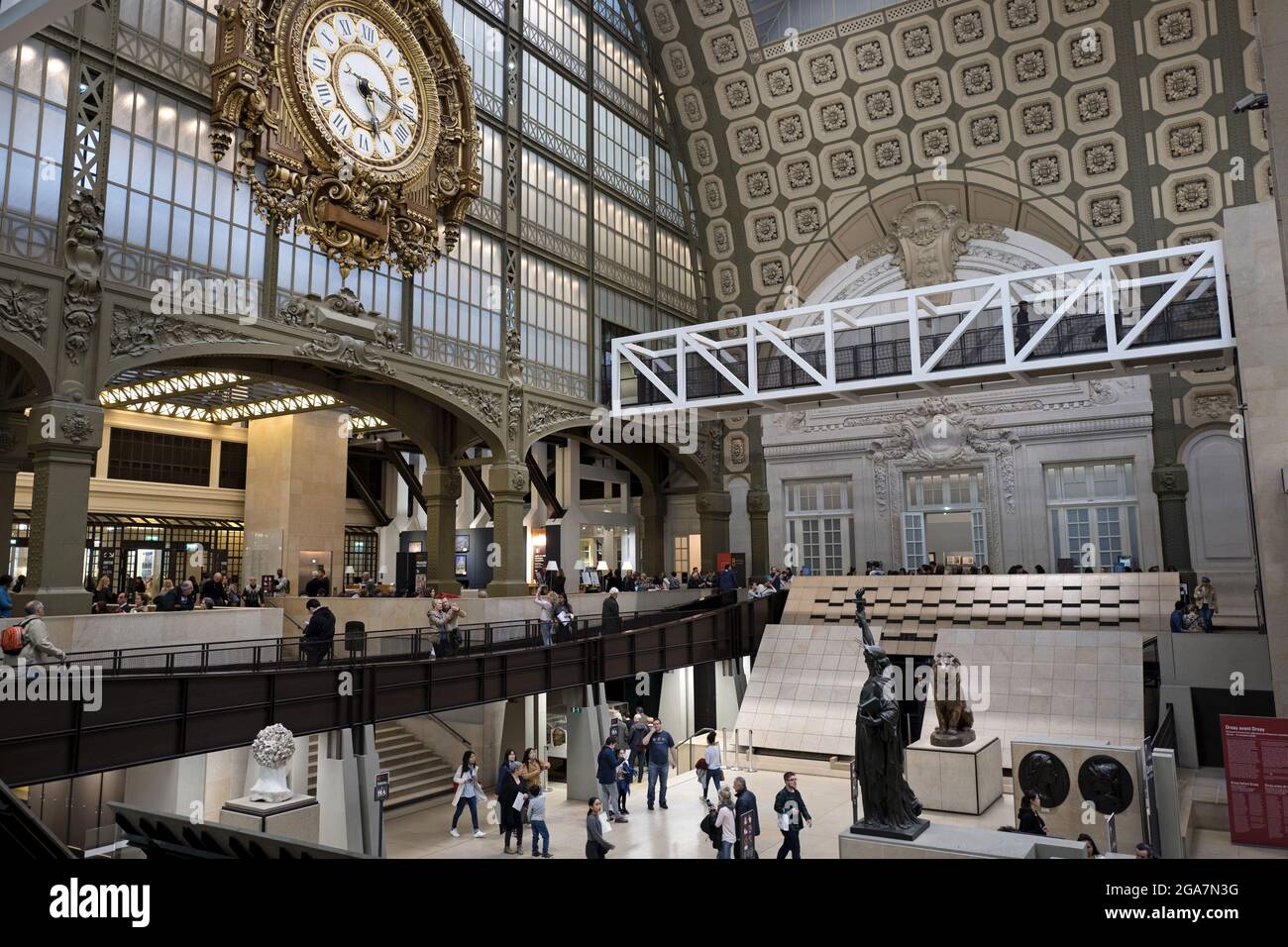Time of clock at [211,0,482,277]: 5:18
